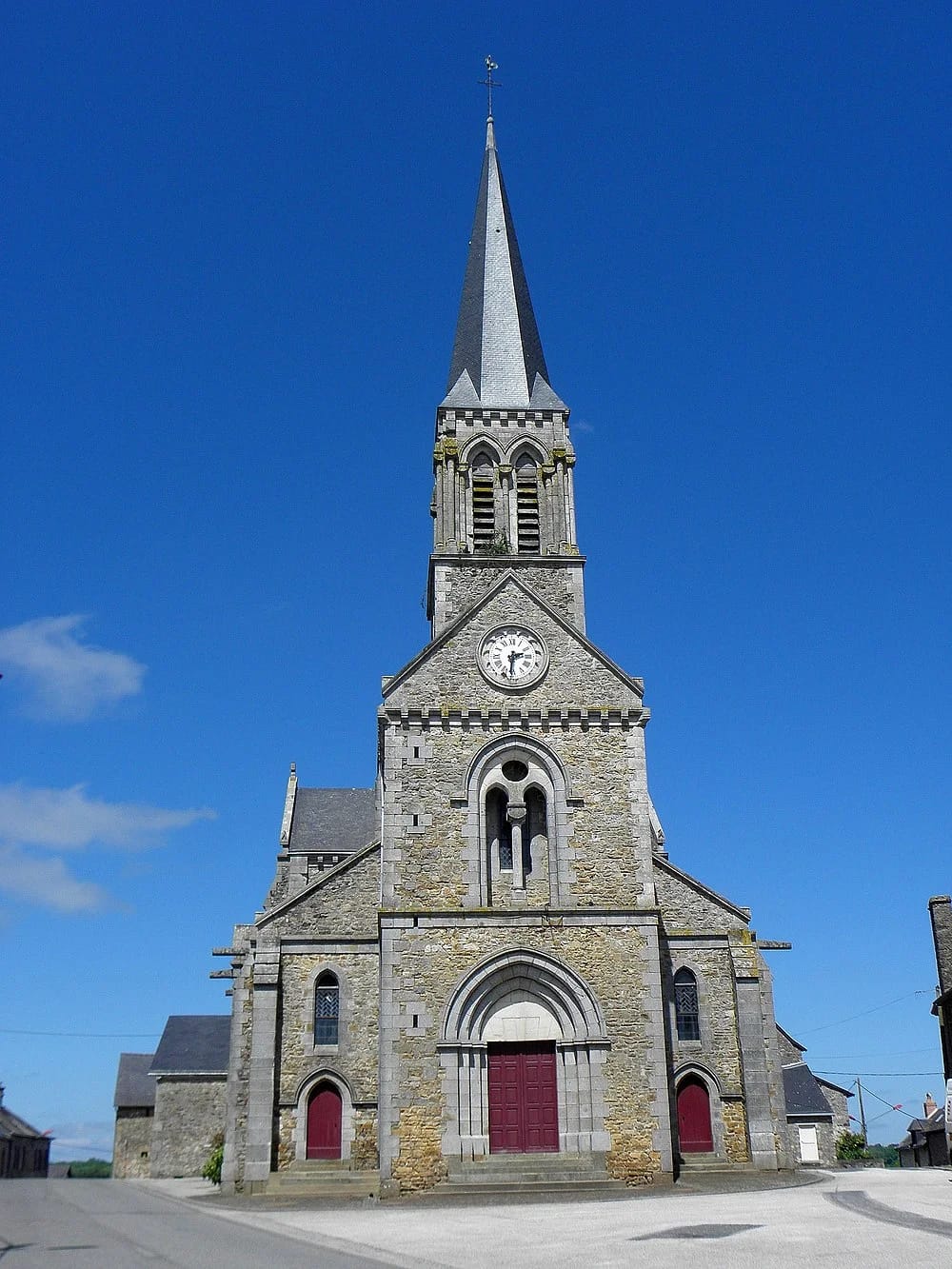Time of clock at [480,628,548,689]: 2:31
